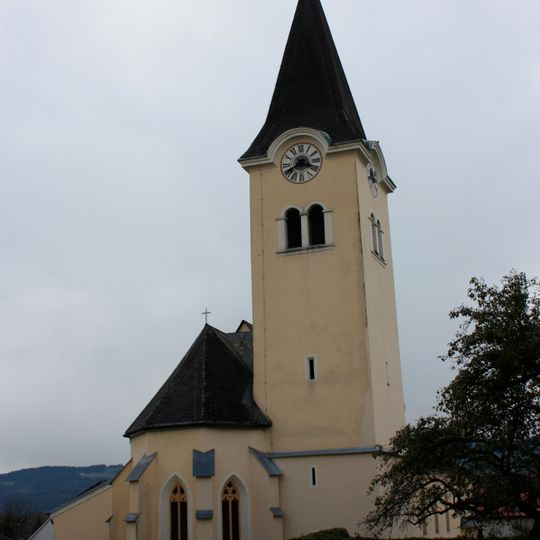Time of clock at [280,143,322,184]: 3:40
